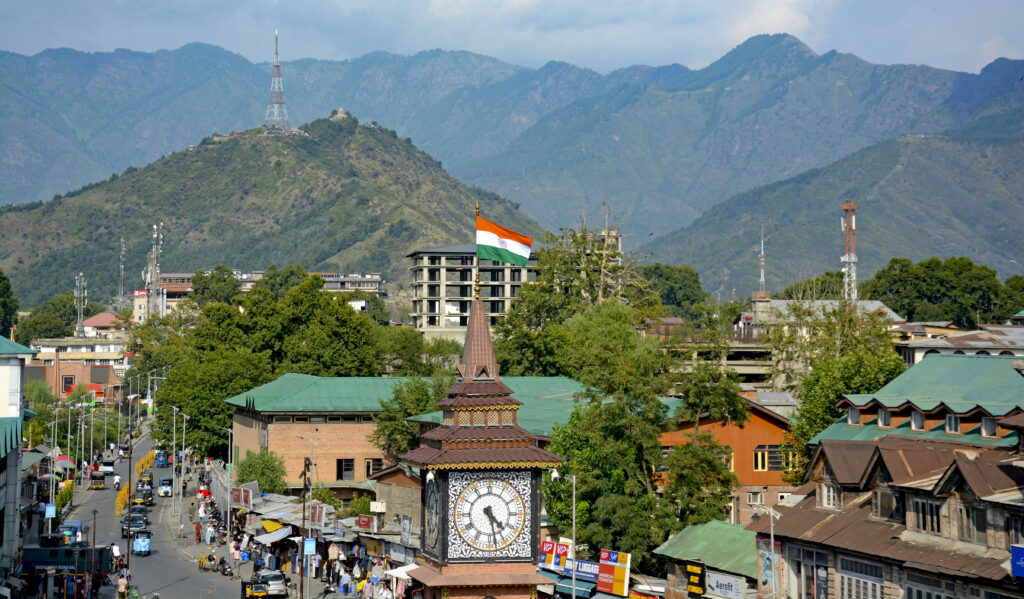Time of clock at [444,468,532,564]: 4:28
